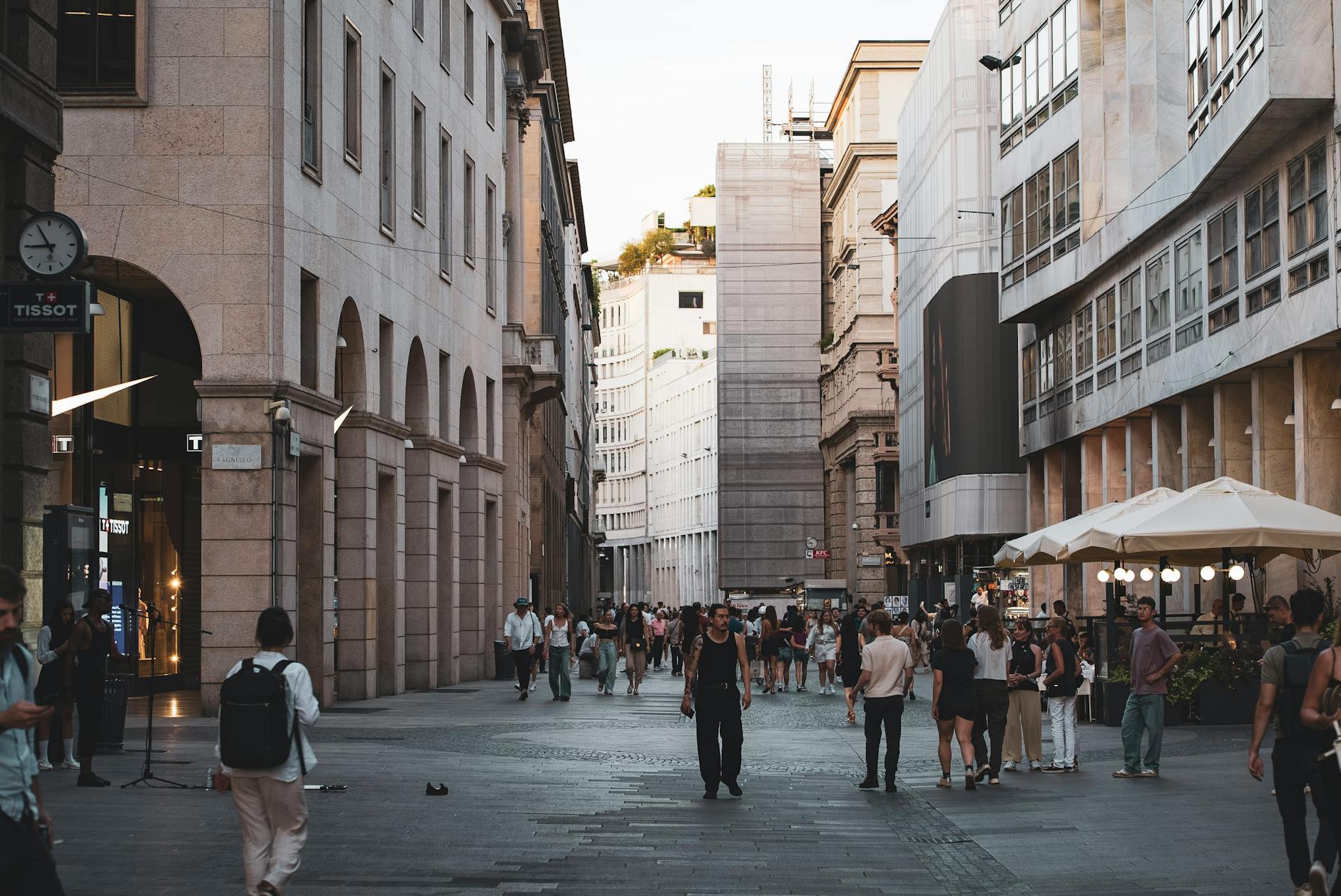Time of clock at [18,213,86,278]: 8:55
